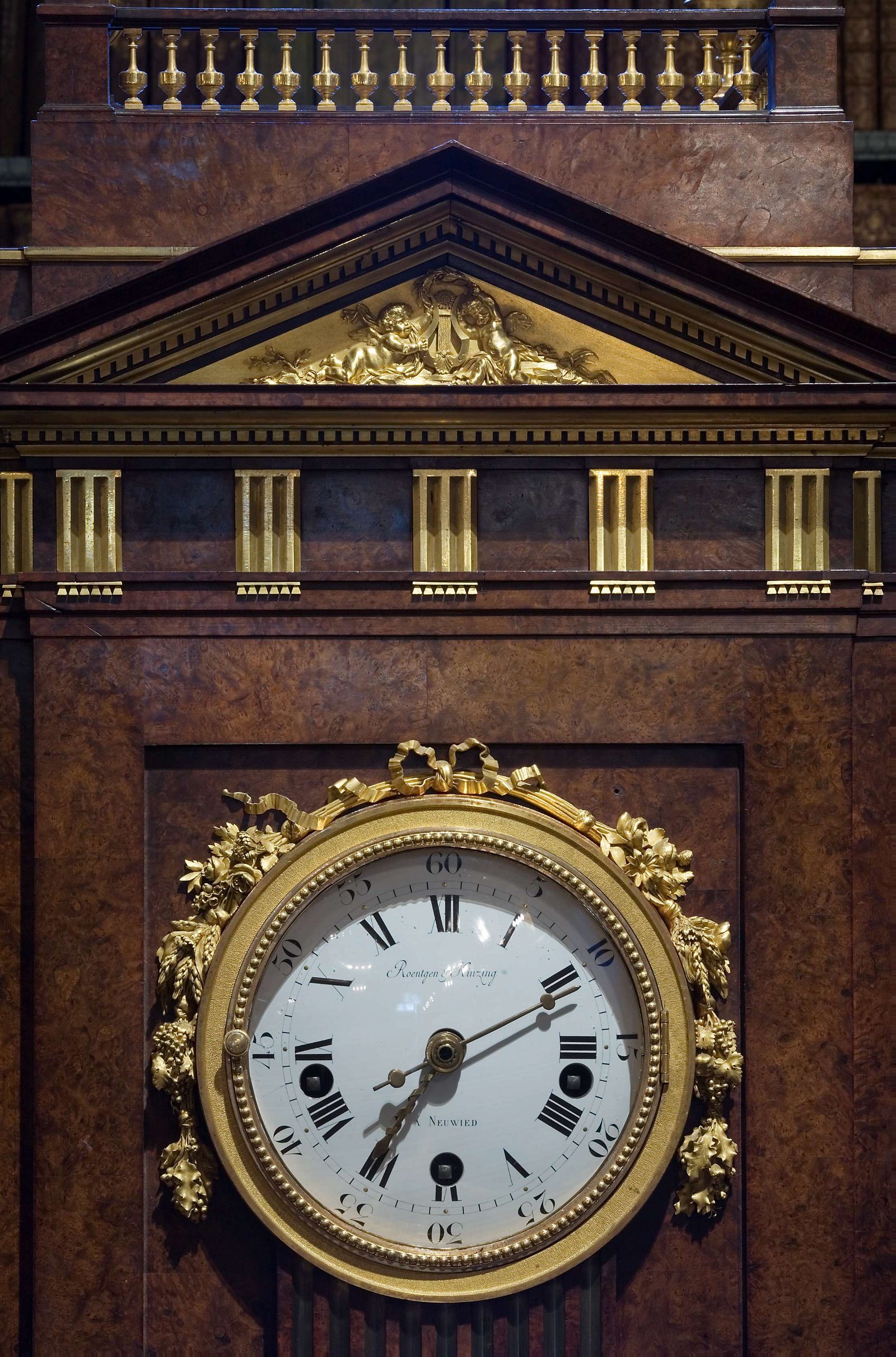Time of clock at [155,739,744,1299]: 7:11
